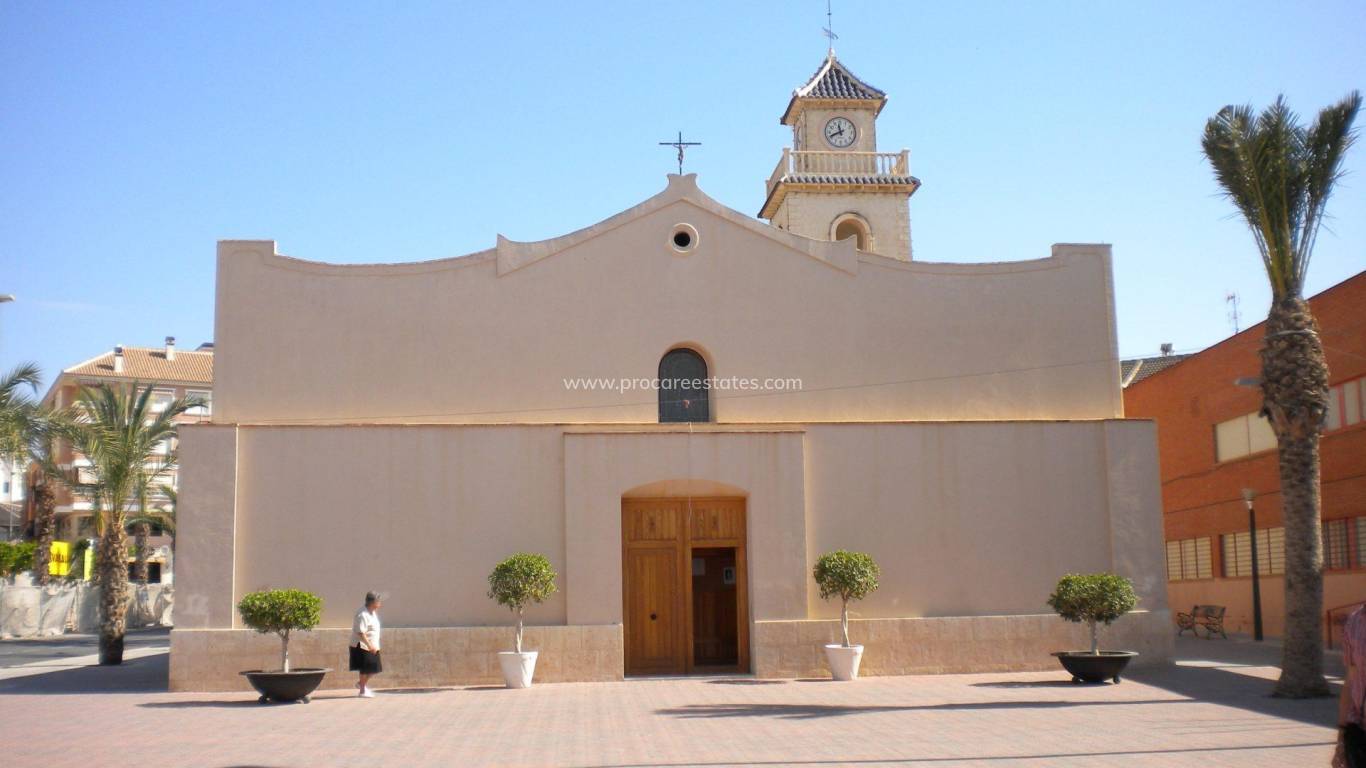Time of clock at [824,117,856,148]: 11:41
